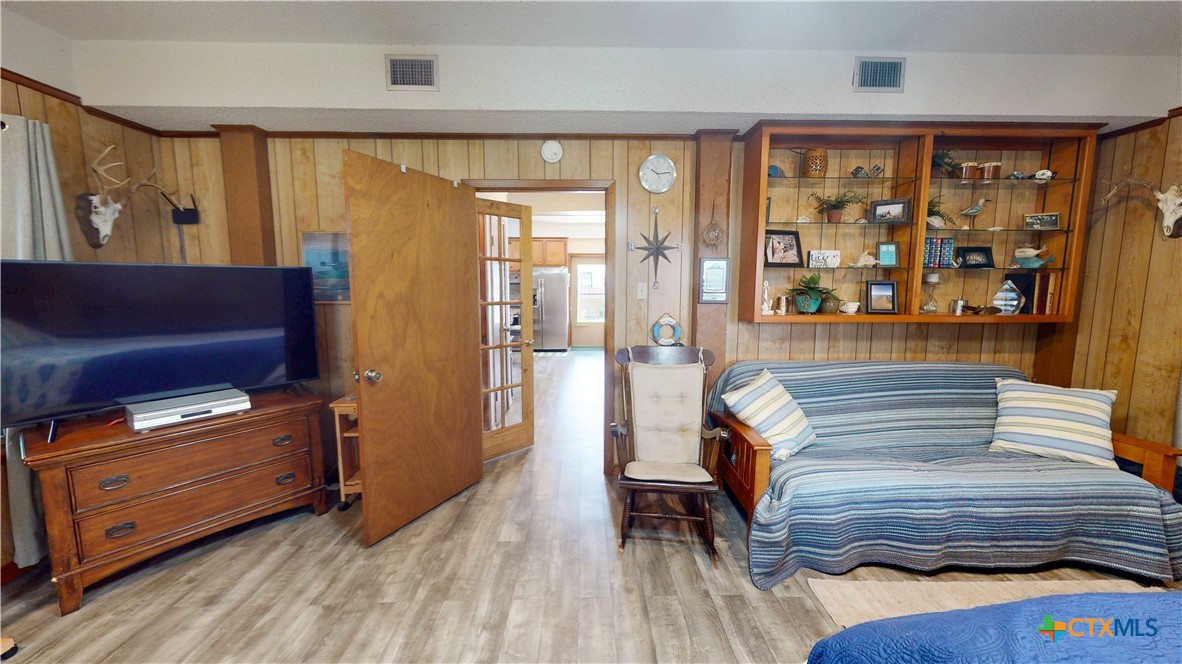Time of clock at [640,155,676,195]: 10:13
